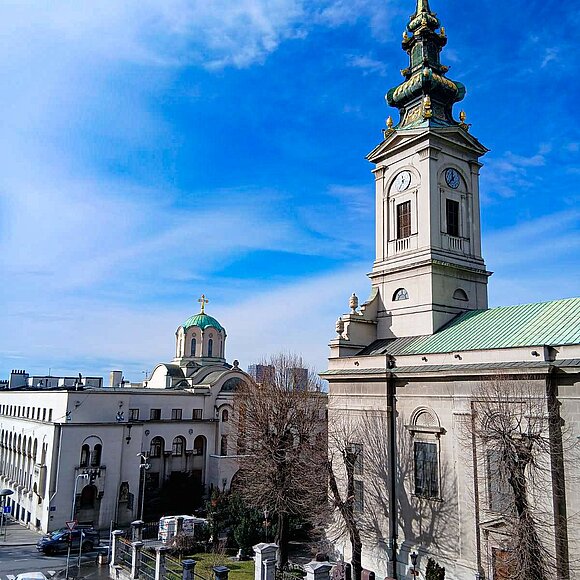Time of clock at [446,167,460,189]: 11:37
